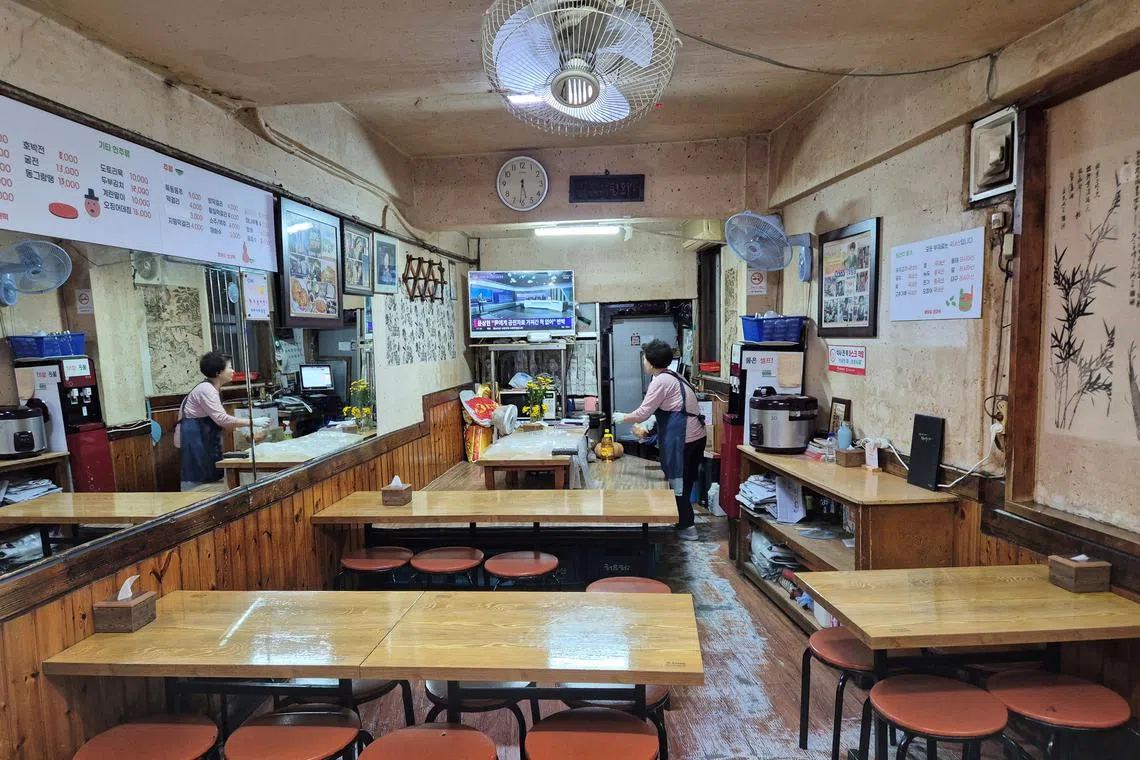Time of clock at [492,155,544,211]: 5:31
